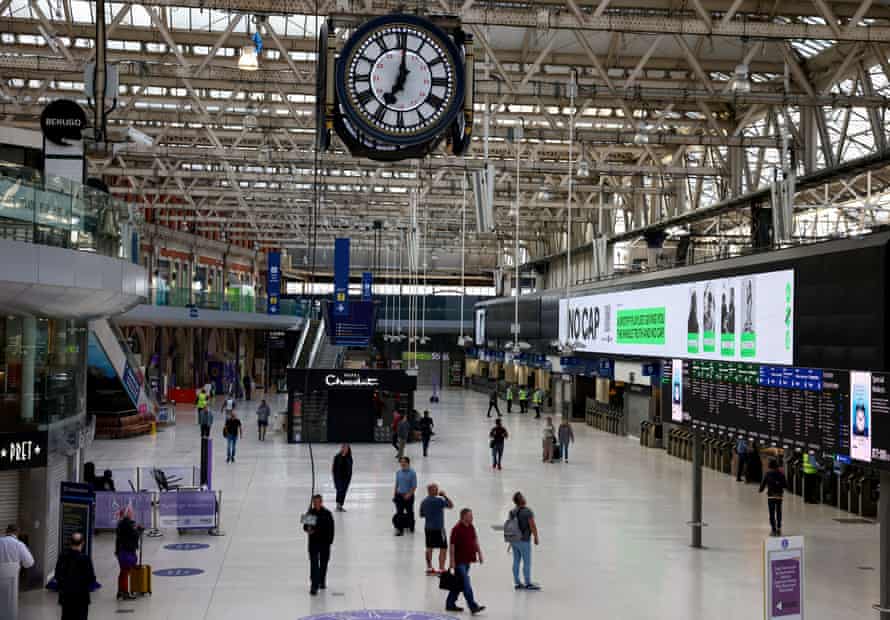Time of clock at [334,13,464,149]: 7:00
